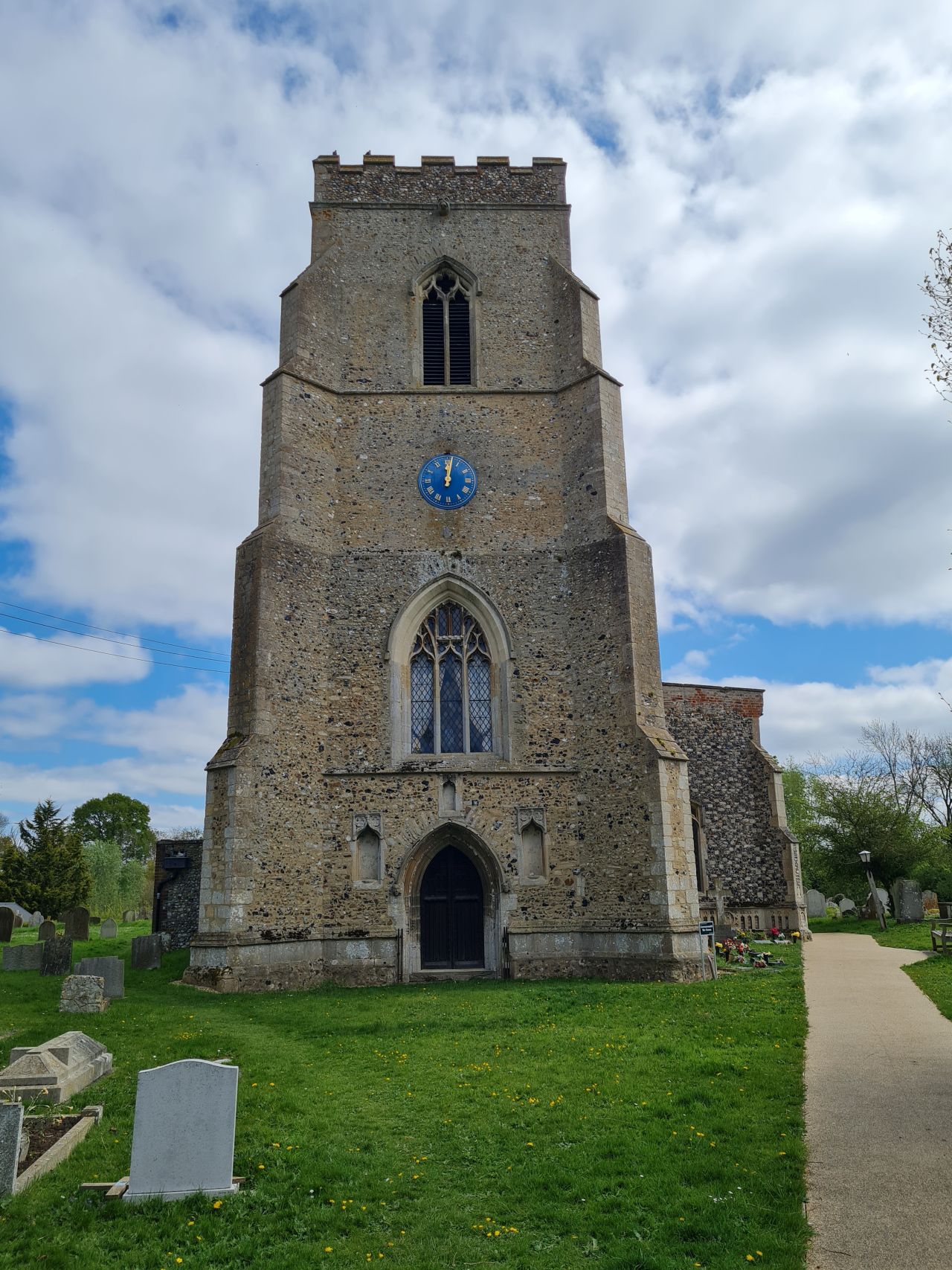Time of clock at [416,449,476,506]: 12:01
